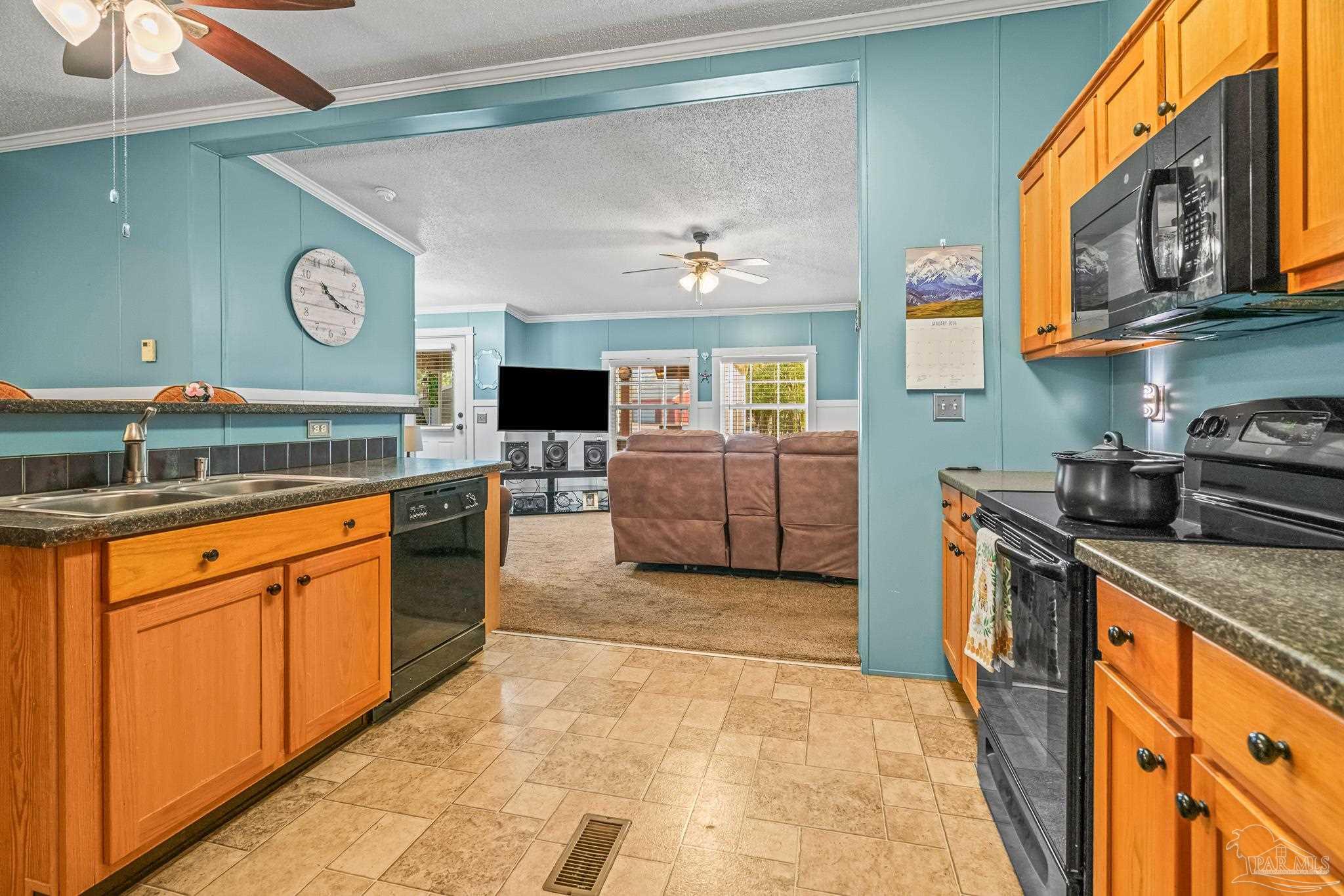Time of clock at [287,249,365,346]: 10:18
